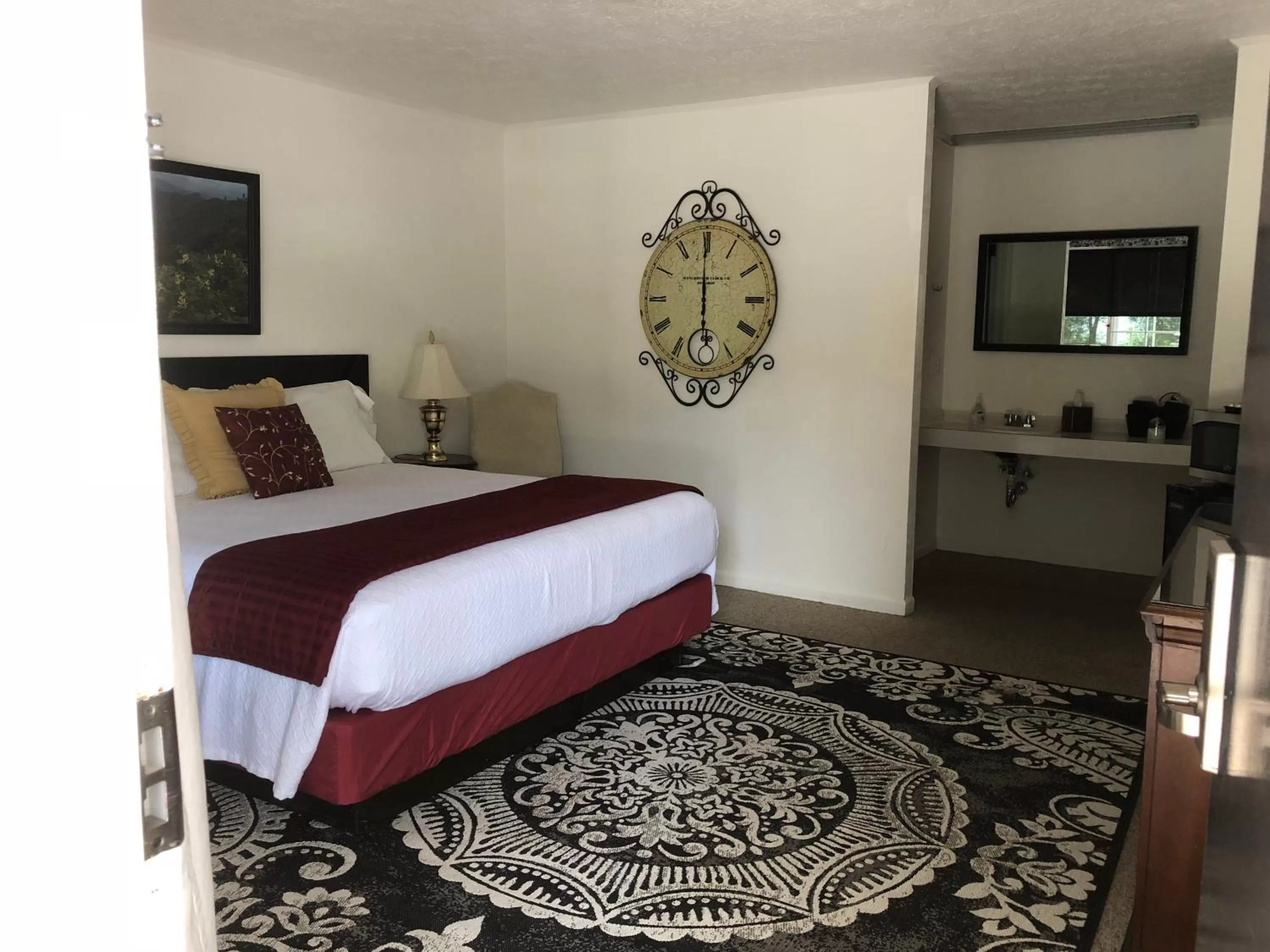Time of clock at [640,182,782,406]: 5:59
